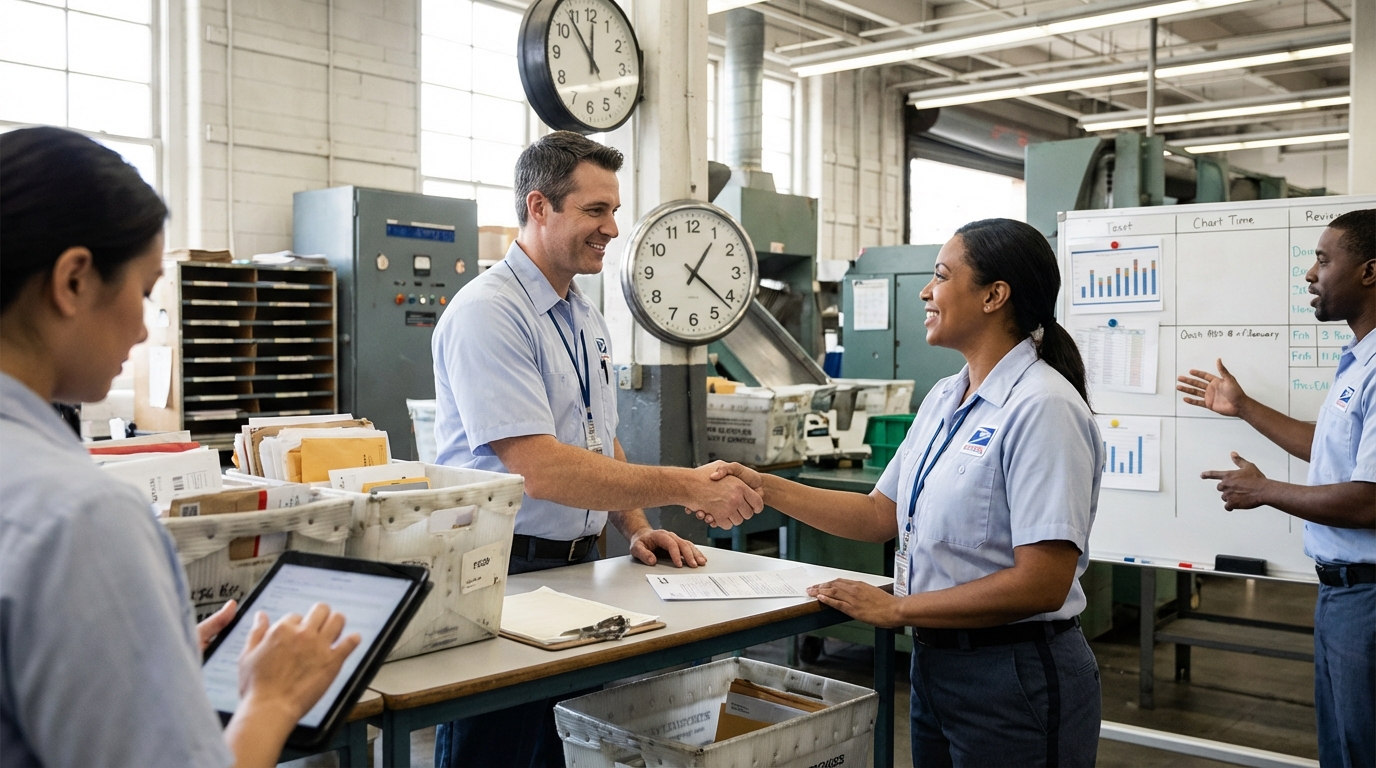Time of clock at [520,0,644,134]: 11:53
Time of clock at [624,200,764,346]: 1:21
